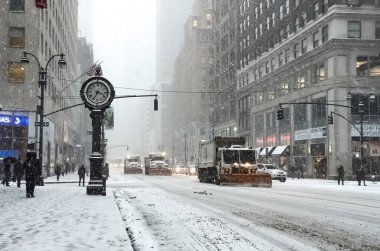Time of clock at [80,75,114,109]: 3:34
